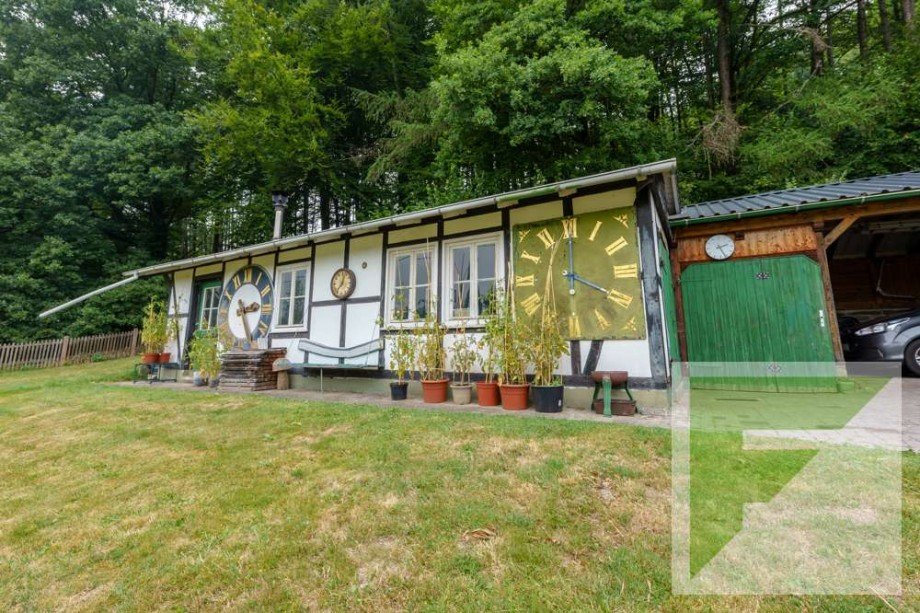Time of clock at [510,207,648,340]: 4:00
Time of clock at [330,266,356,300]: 12:36
